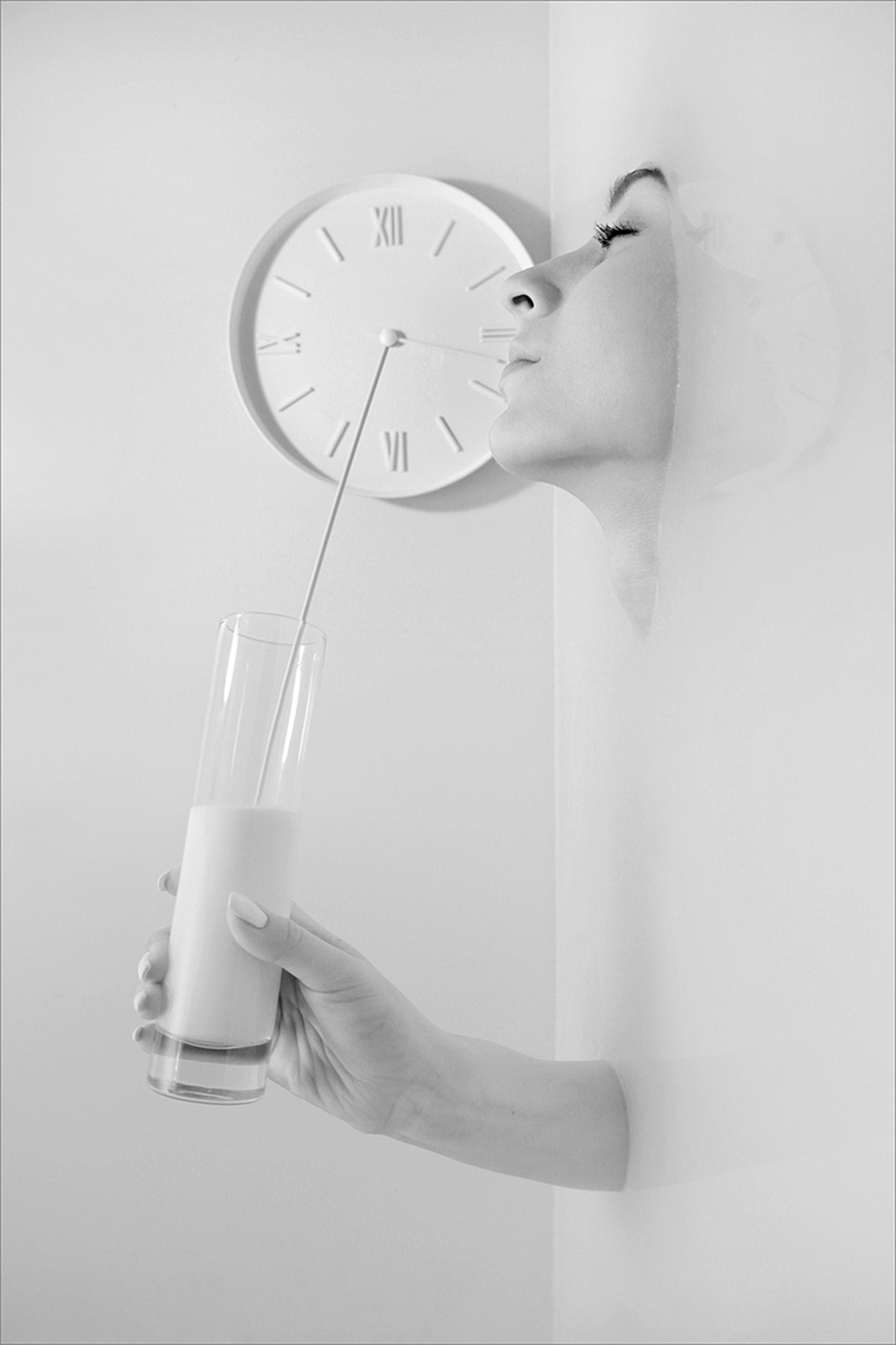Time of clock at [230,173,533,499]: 3:33
